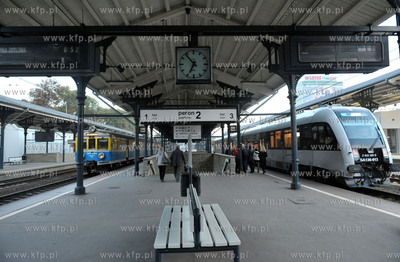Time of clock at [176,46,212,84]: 6:53
